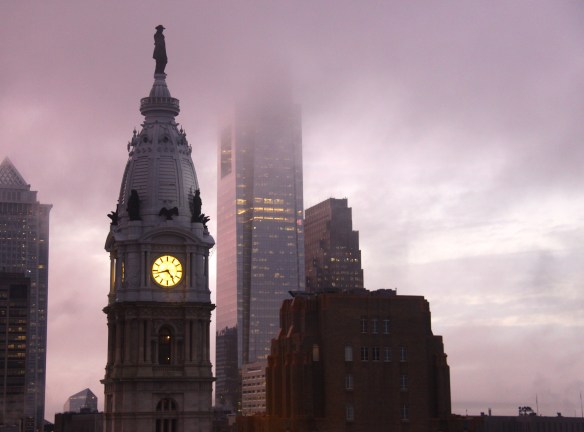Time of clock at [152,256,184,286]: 4:42
